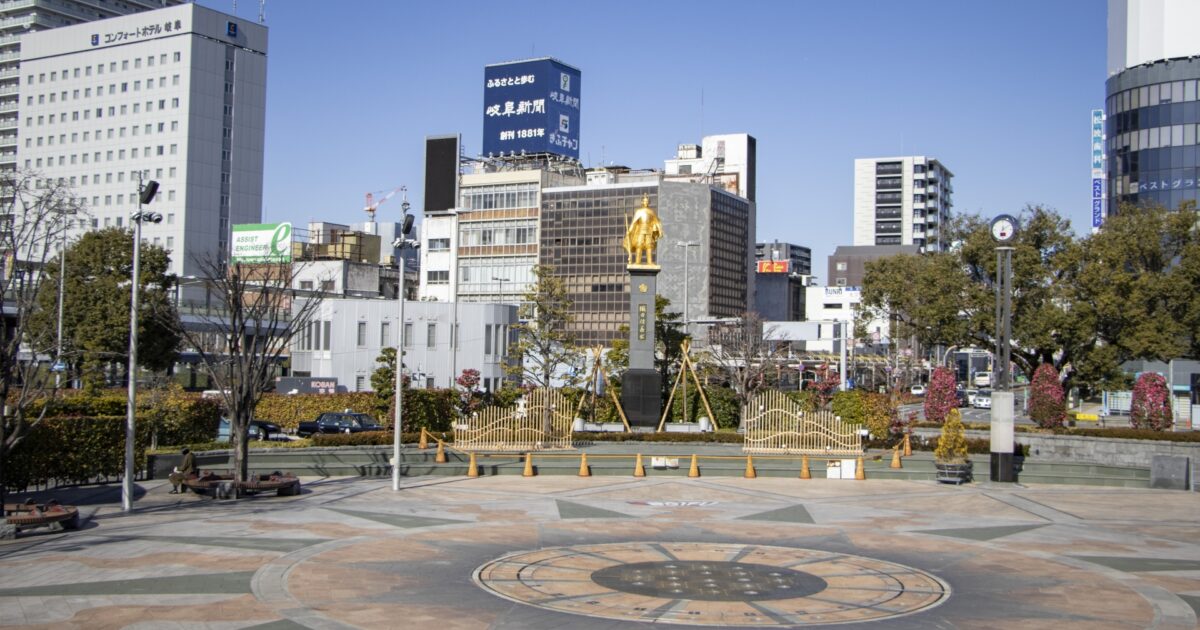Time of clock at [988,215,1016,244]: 7:09
